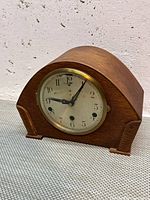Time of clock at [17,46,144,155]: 9:05
